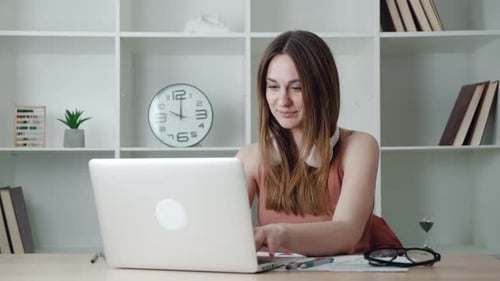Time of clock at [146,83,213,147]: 10:00
